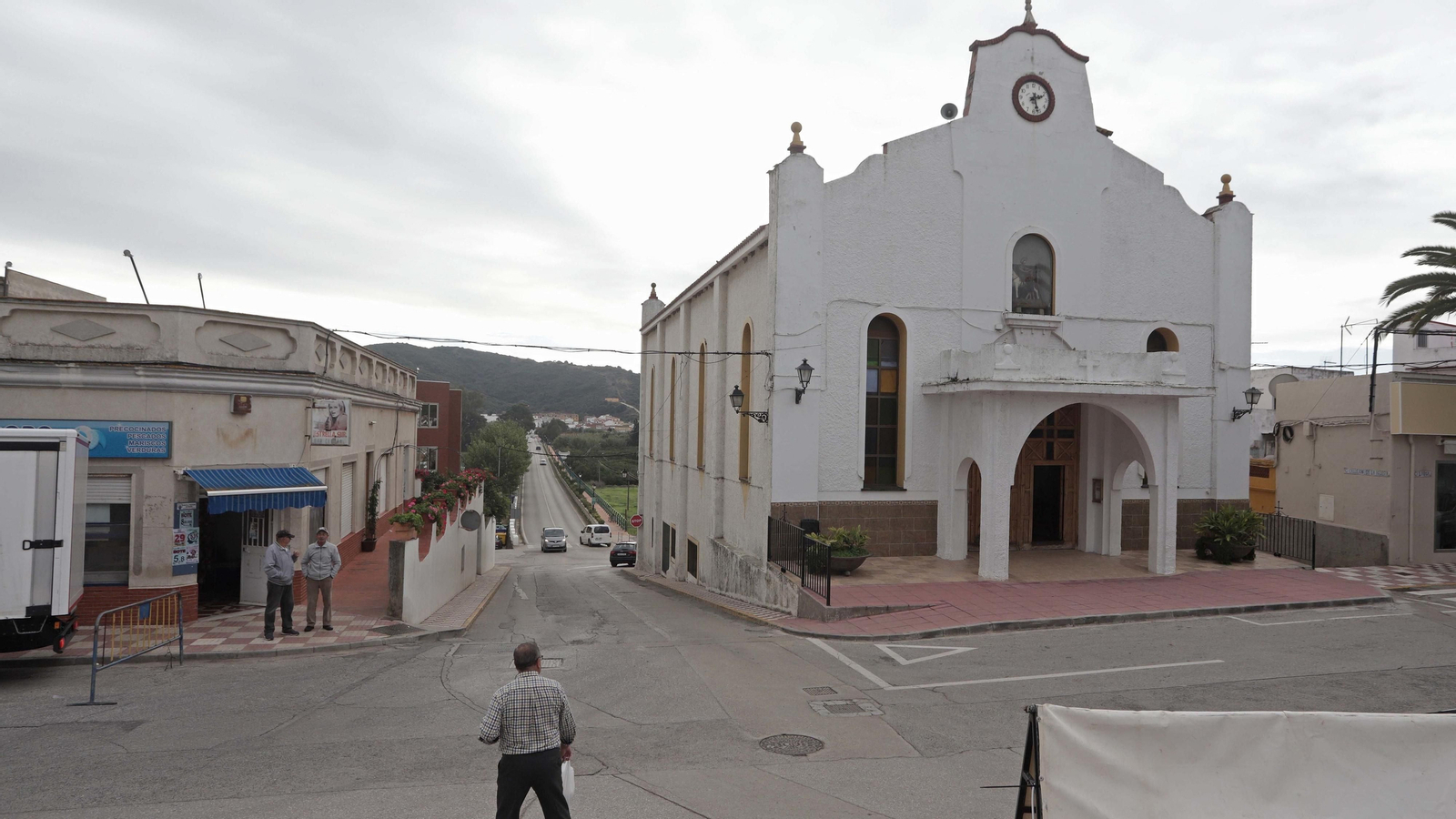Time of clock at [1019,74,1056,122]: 2:27
